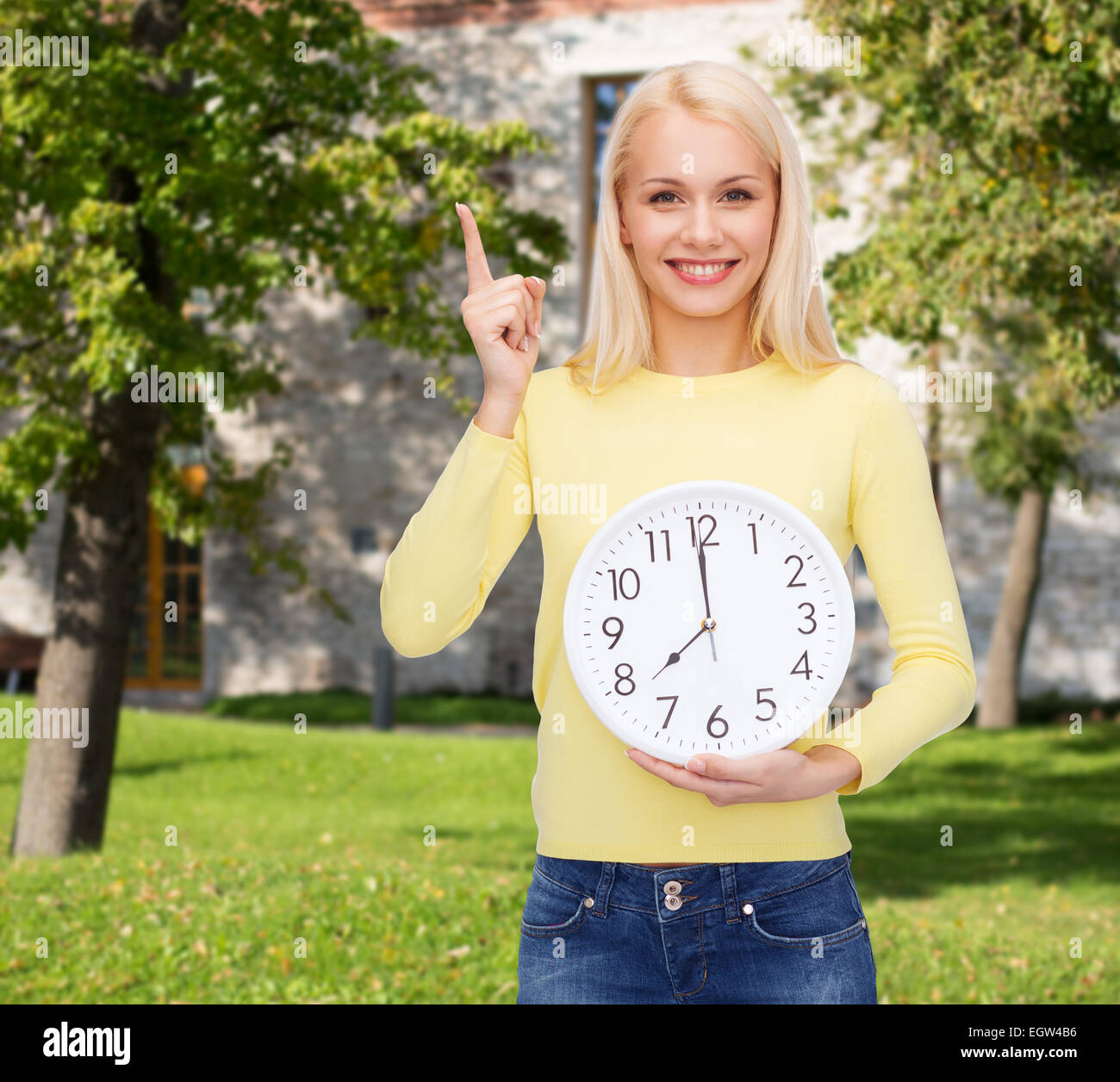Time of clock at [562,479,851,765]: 11:59
